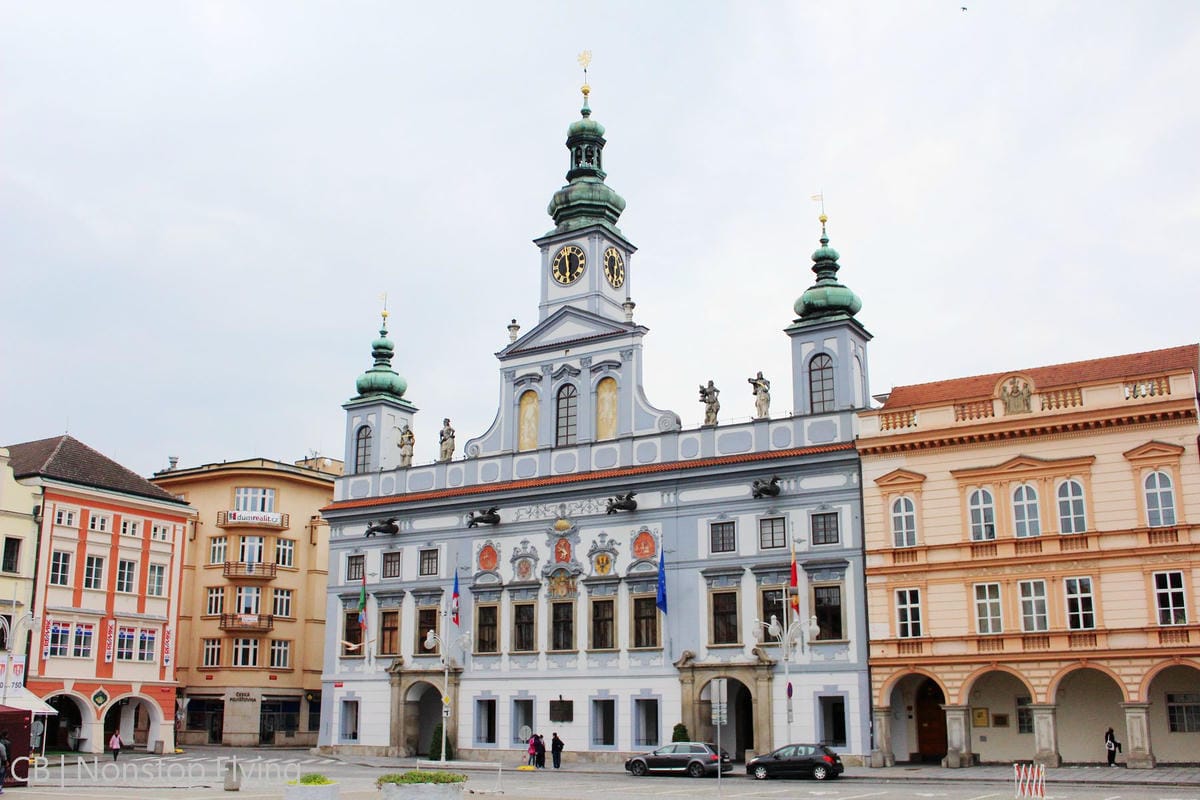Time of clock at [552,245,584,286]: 11:28
